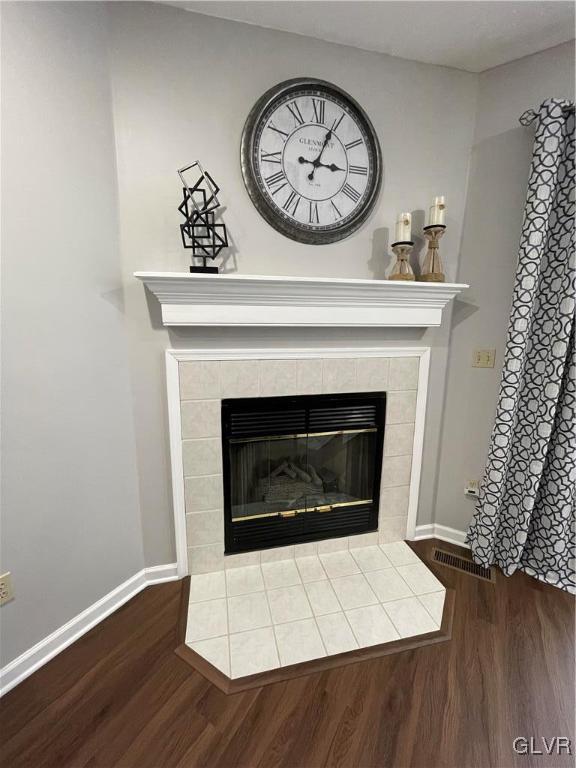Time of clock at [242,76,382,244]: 3:04
